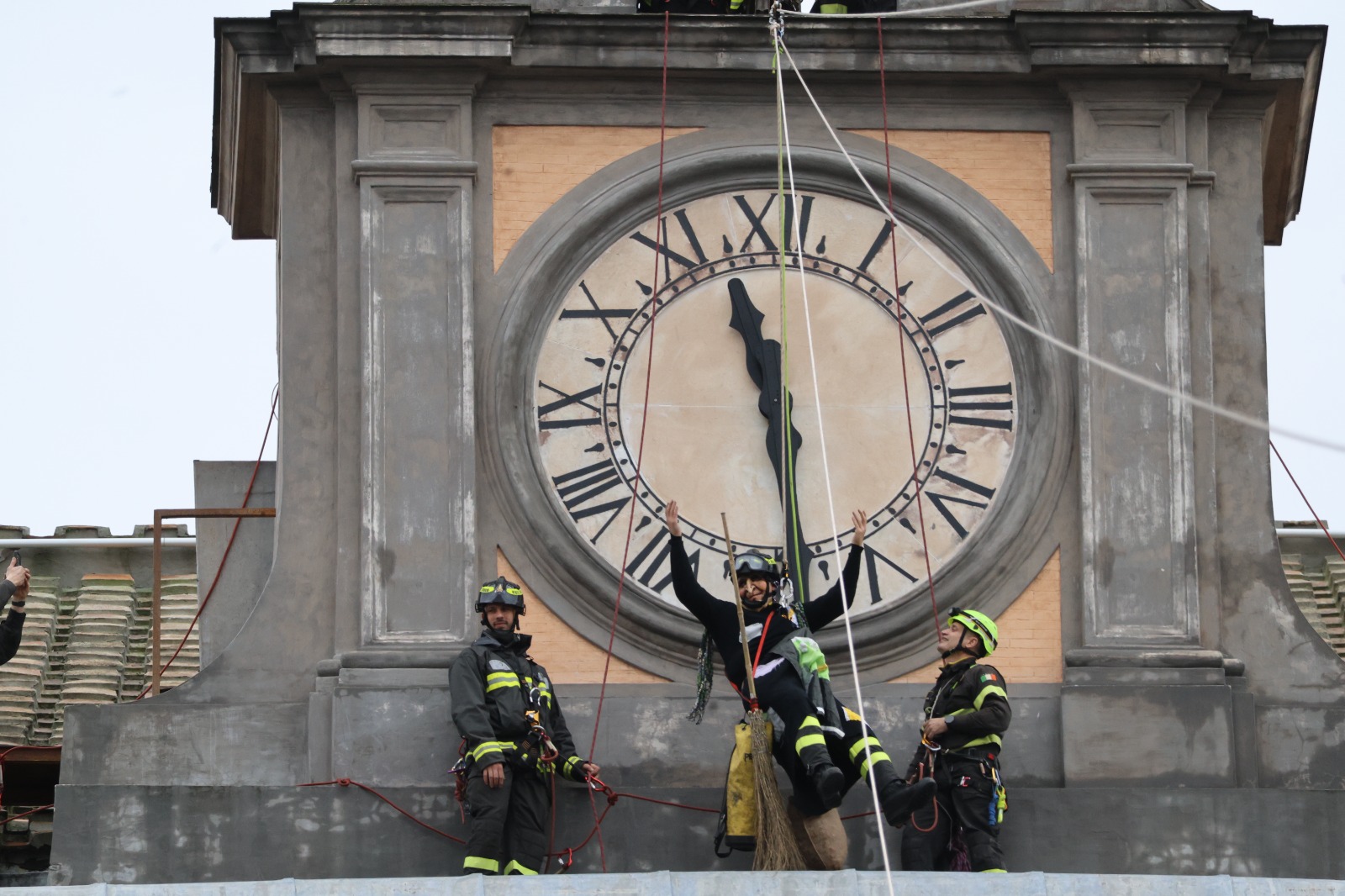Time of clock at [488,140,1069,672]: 11:28
